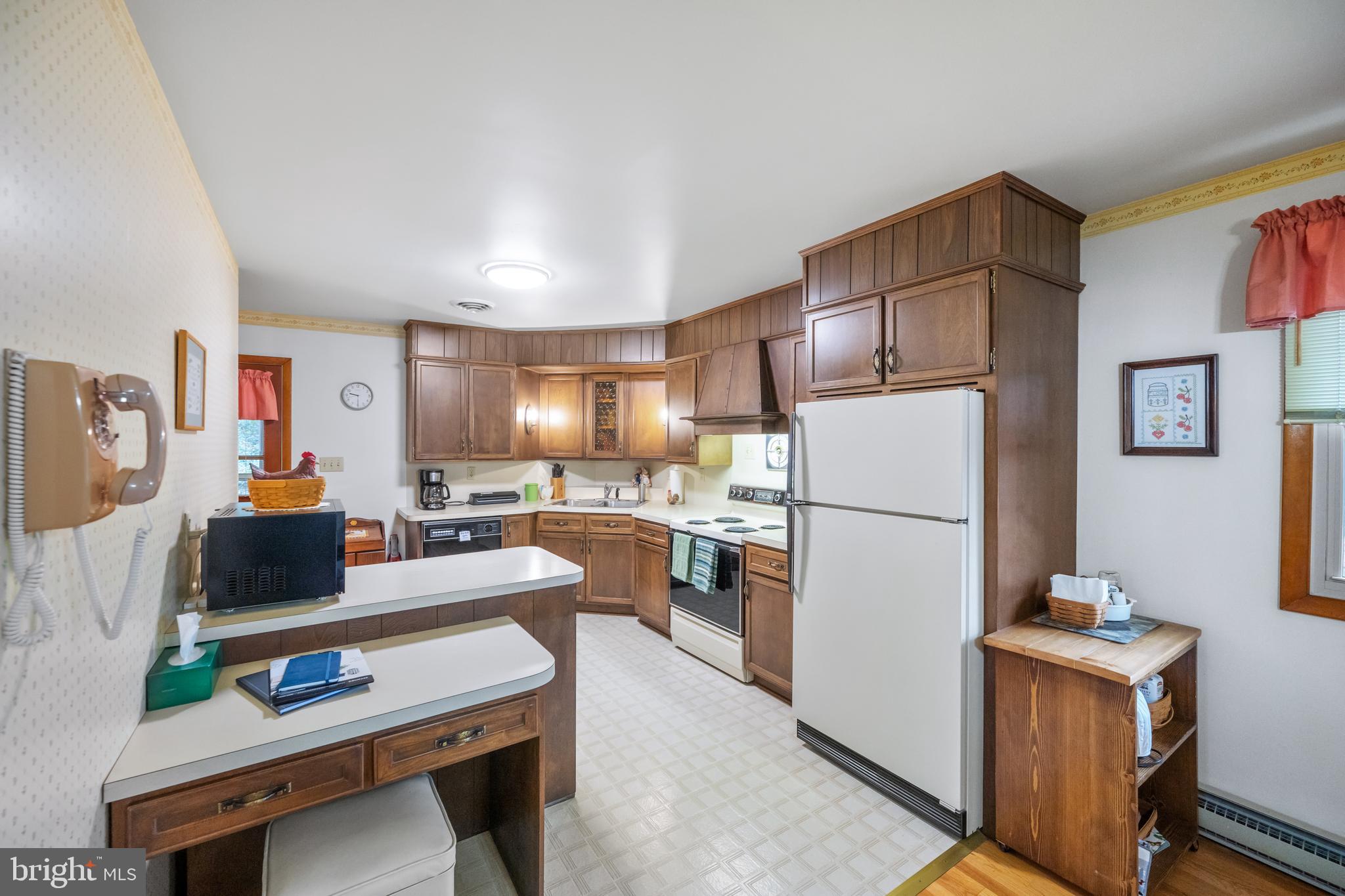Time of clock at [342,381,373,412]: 9:29
